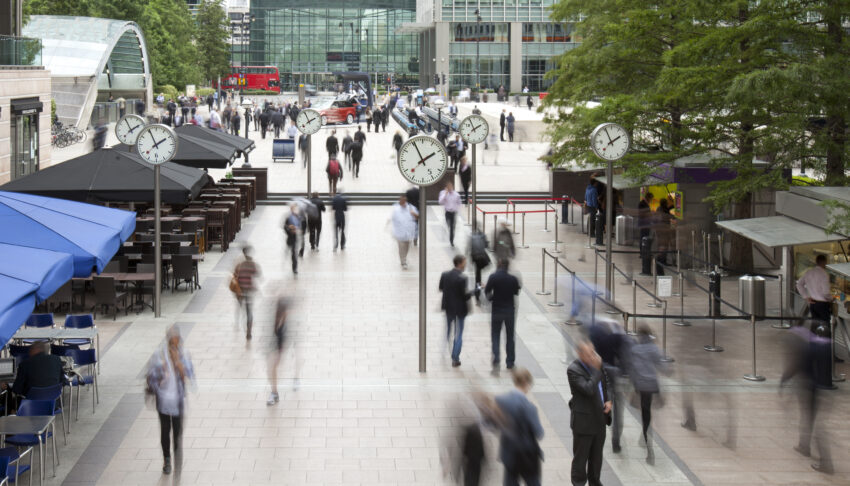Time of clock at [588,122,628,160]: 1:56
